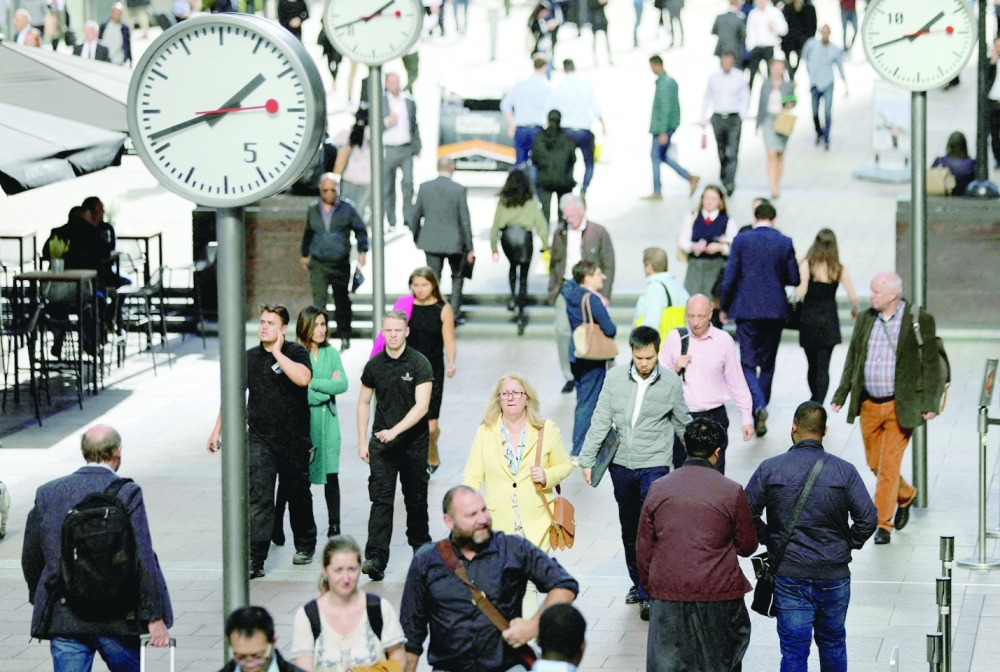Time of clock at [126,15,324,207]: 1:42
